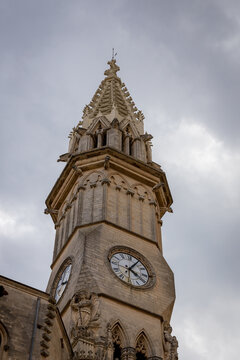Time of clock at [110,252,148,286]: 4:05
